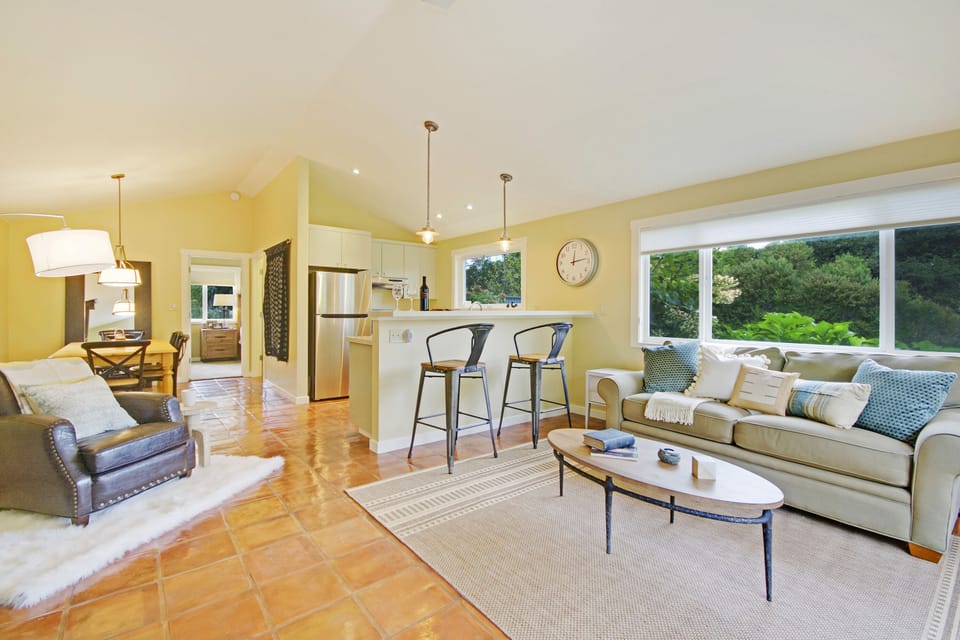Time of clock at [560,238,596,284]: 12:13
